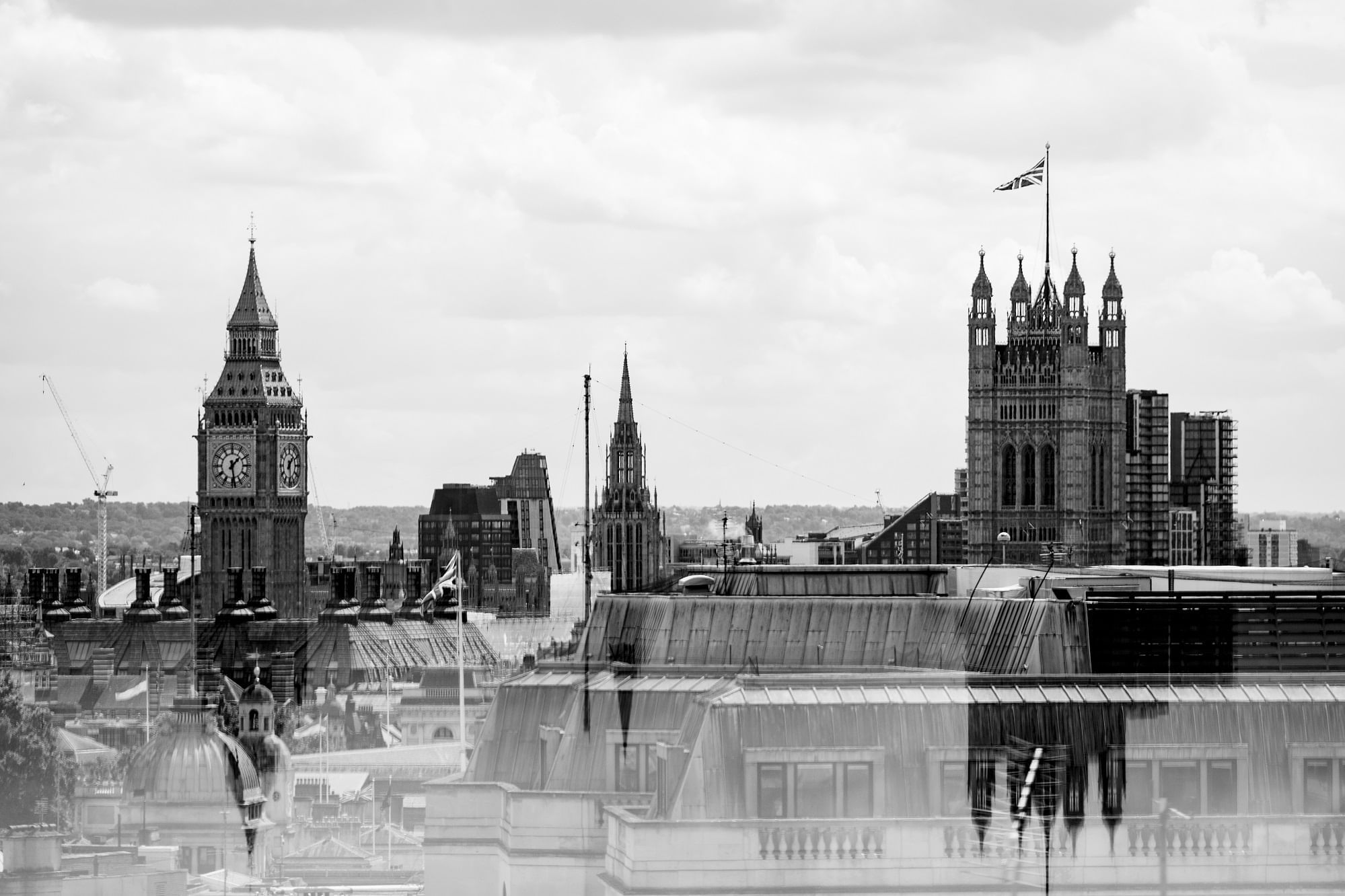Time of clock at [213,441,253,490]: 1:28
